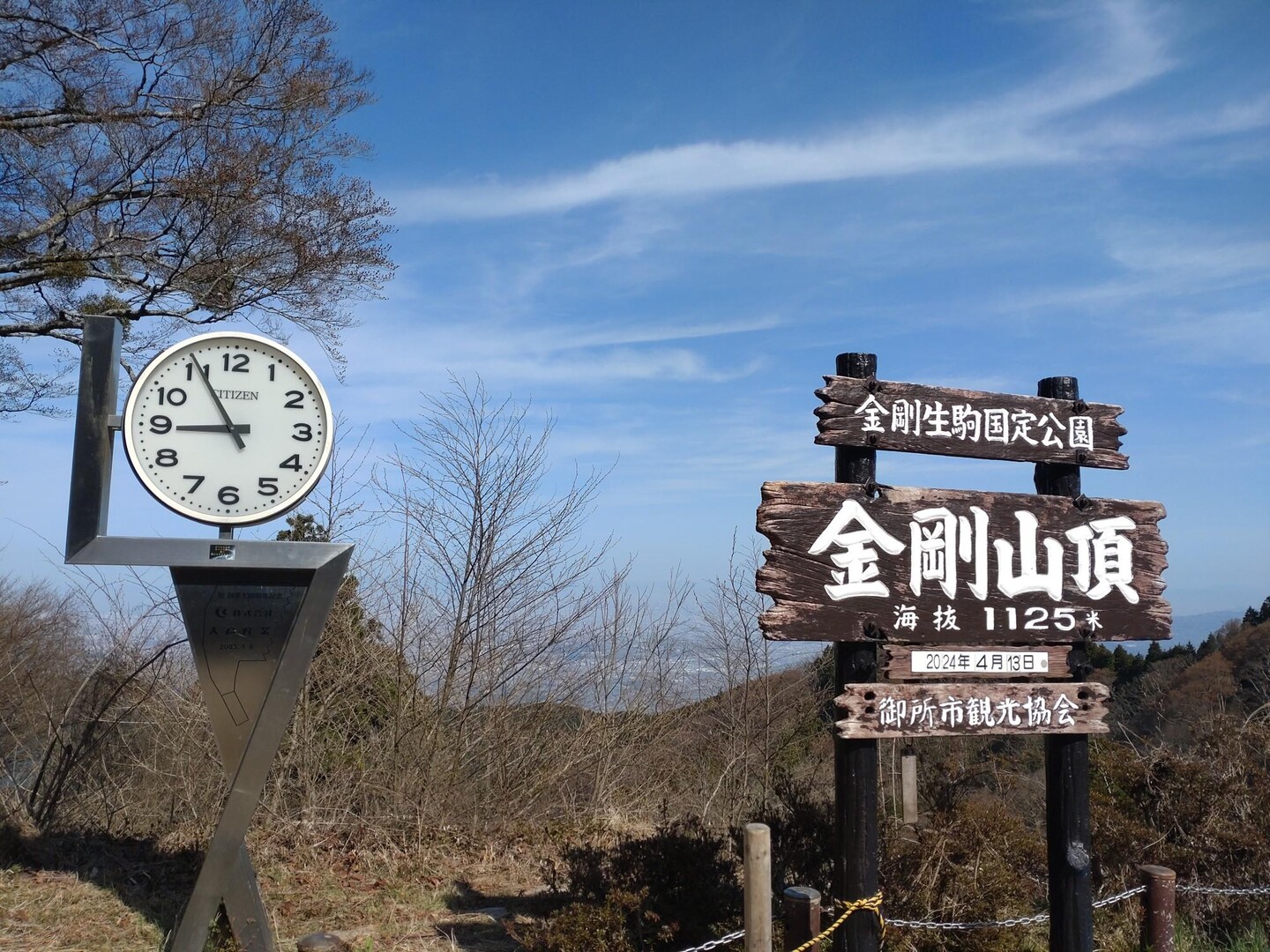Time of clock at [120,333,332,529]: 8:55
